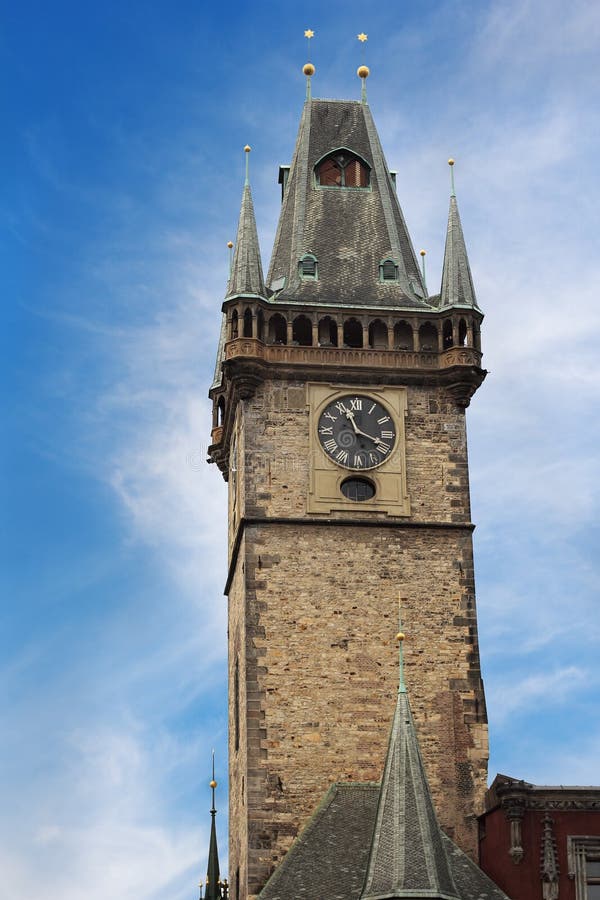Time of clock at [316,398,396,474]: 11:18
